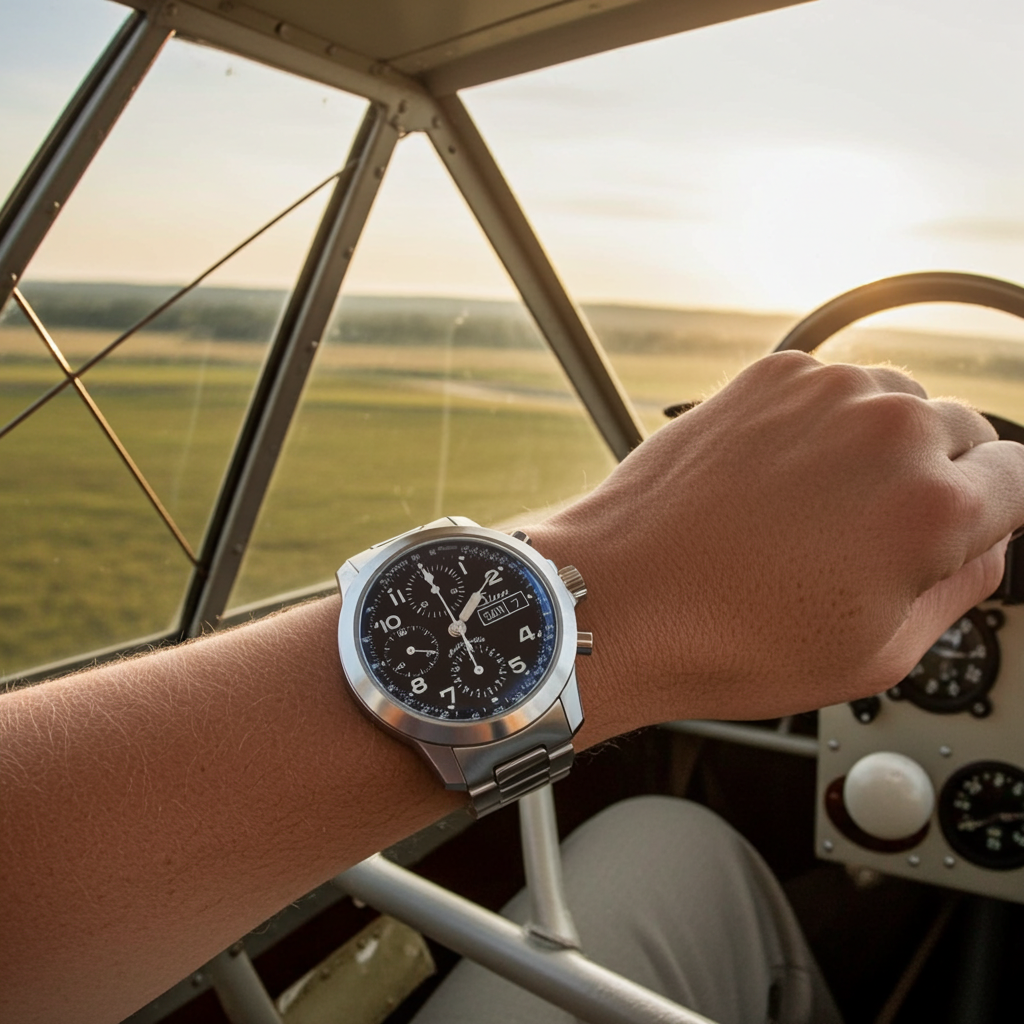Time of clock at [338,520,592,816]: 12:55
